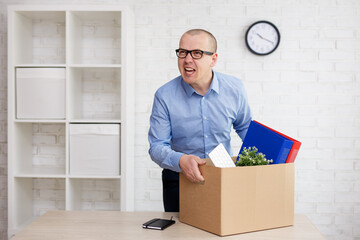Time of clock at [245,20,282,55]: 10:18
